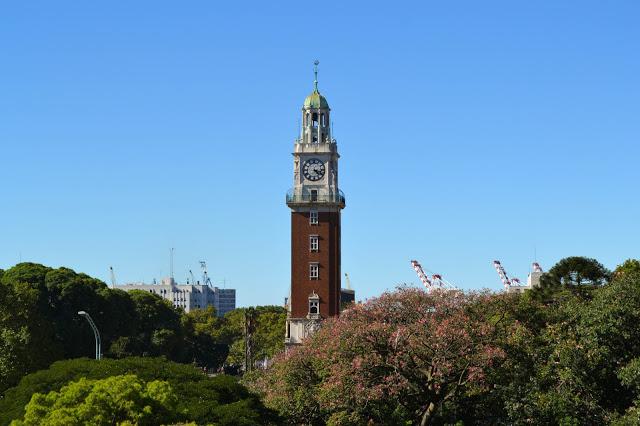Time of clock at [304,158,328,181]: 4:17
